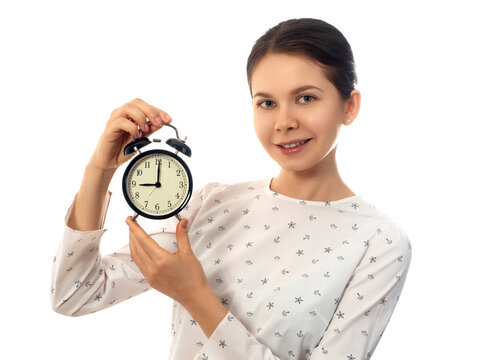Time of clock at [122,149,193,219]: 9:00
